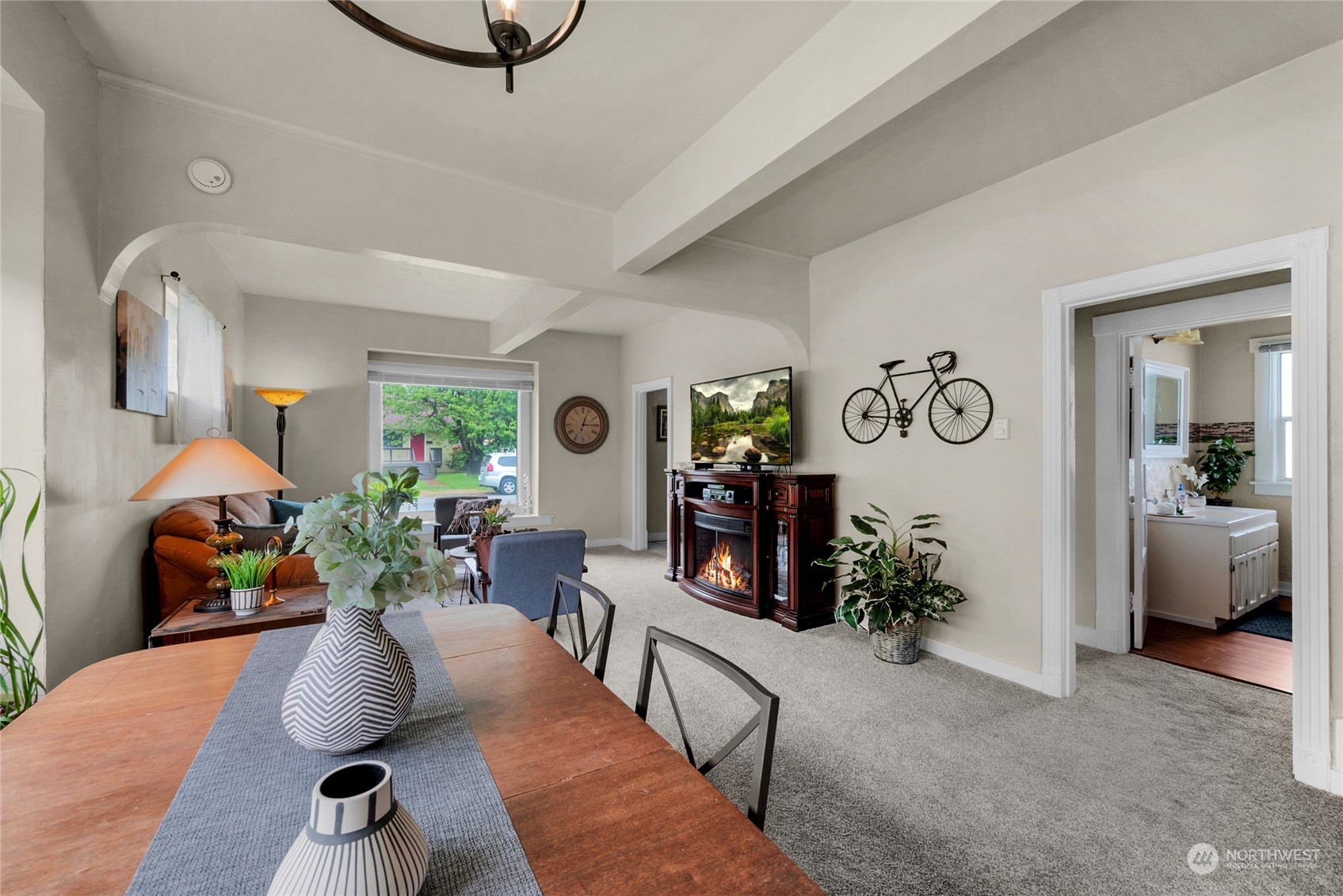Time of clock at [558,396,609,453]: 3:03
